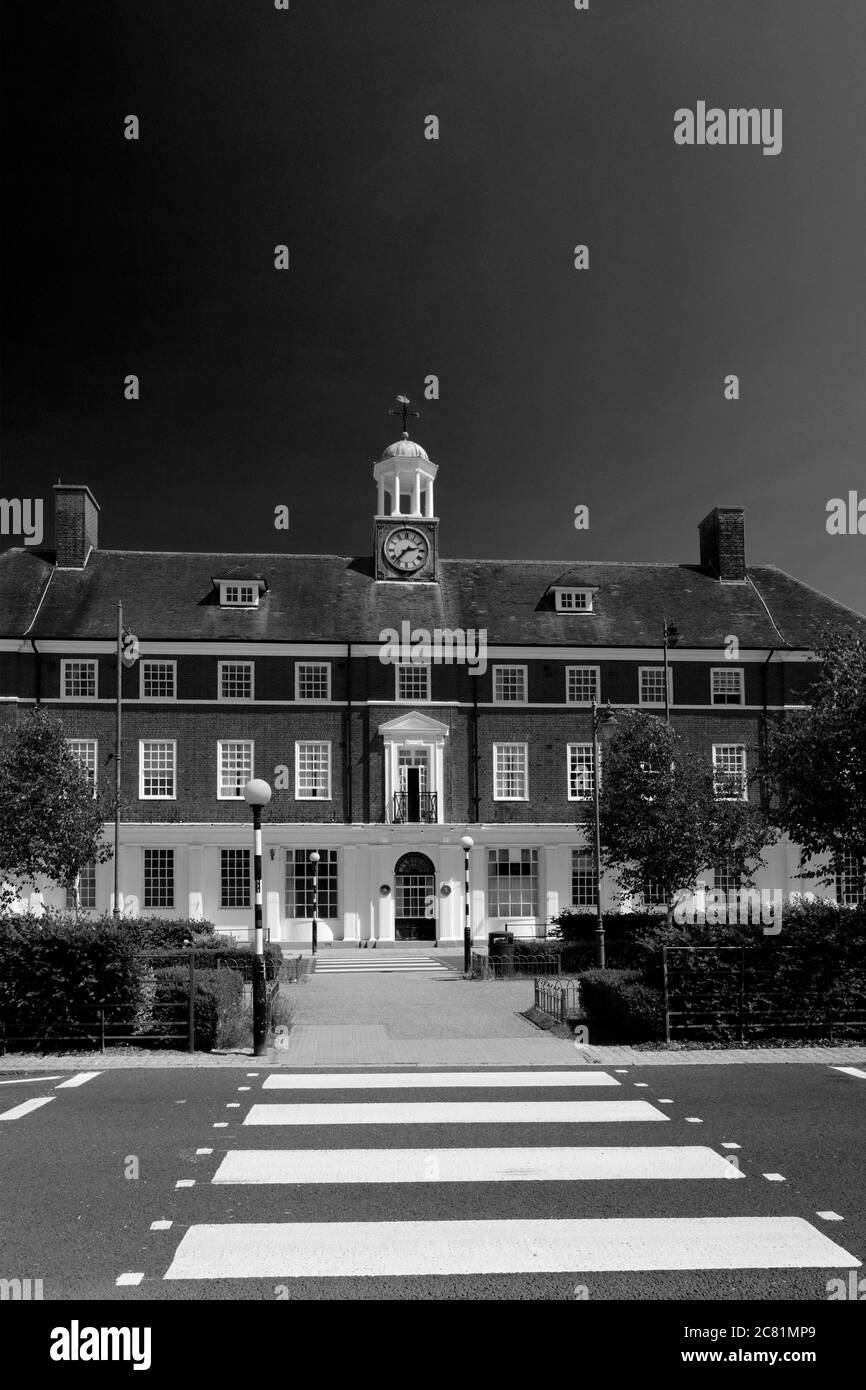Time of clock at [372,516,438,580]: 2:37
